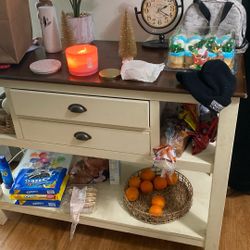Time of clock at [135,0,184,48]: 2:21
